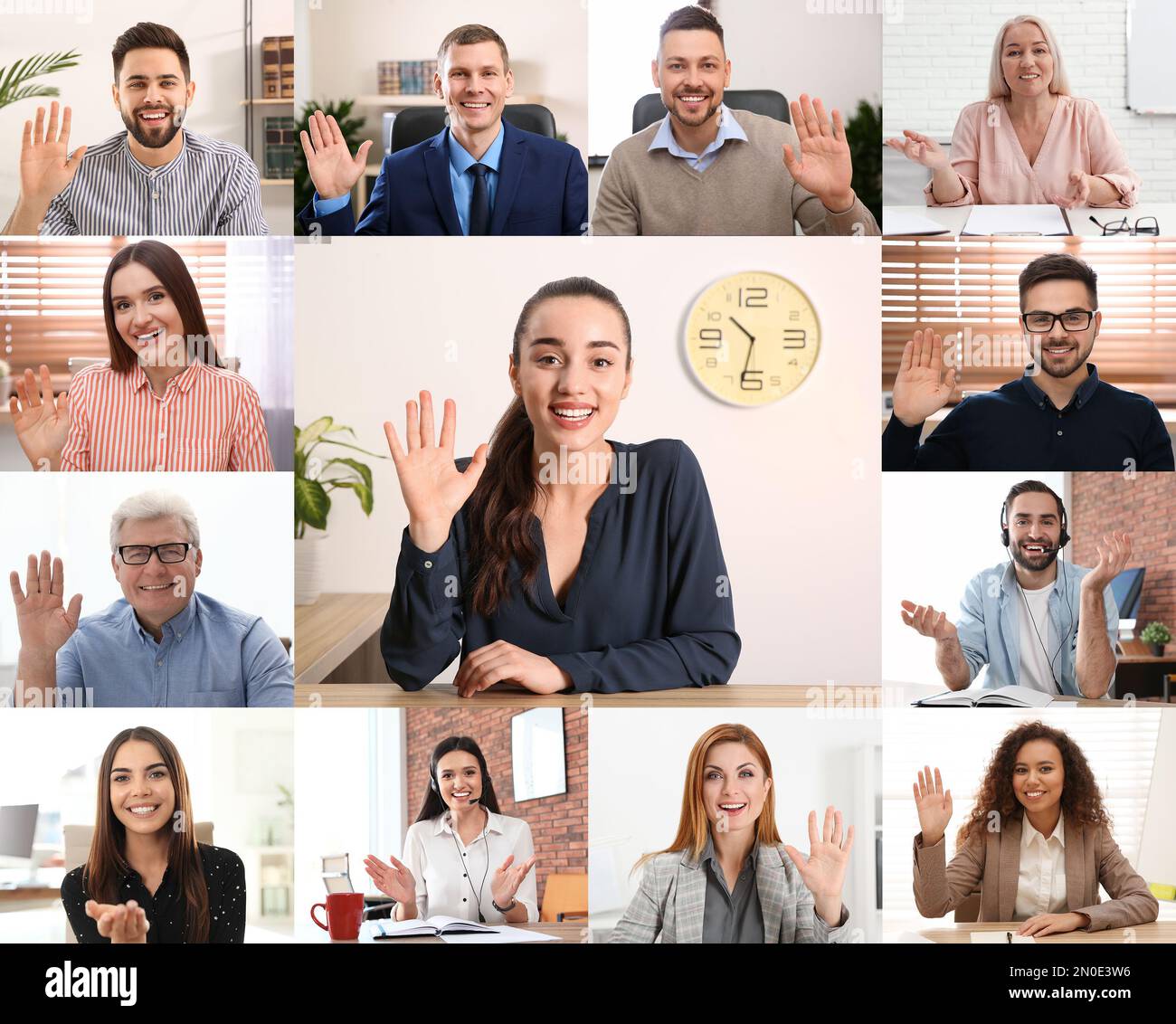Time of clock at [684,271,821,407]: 10:32
